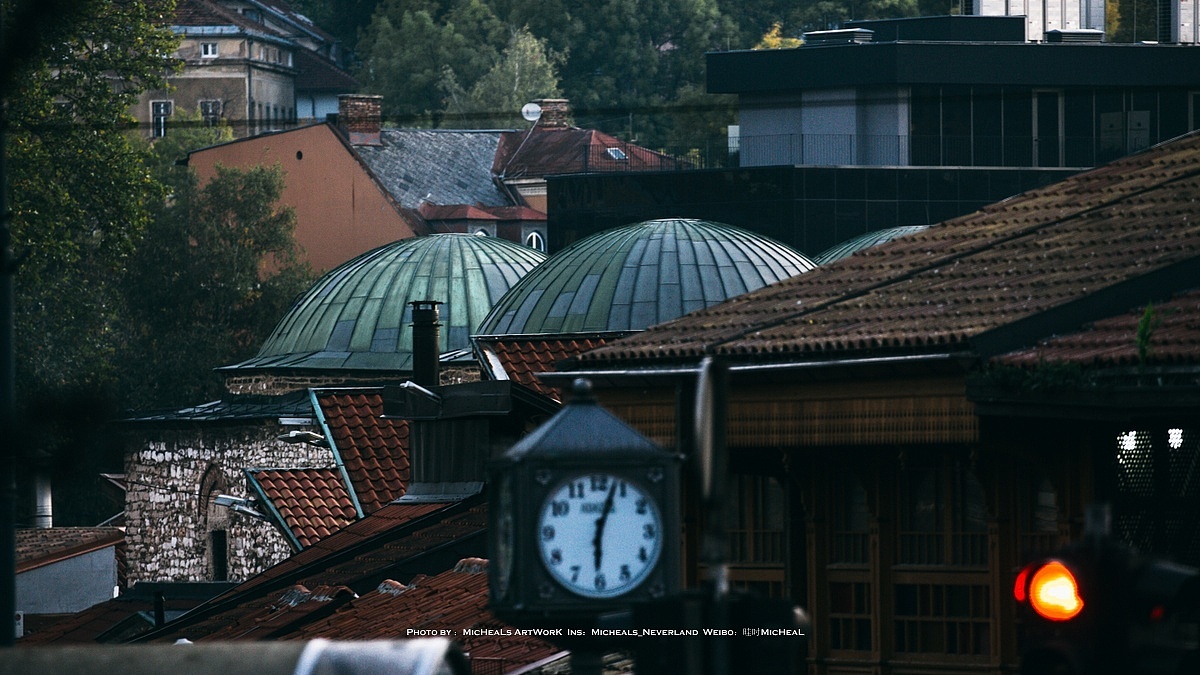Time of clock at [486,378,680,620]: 6:03
